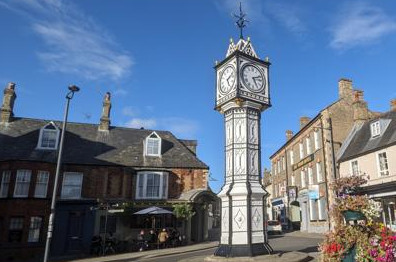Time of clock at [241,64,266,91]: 5:11
